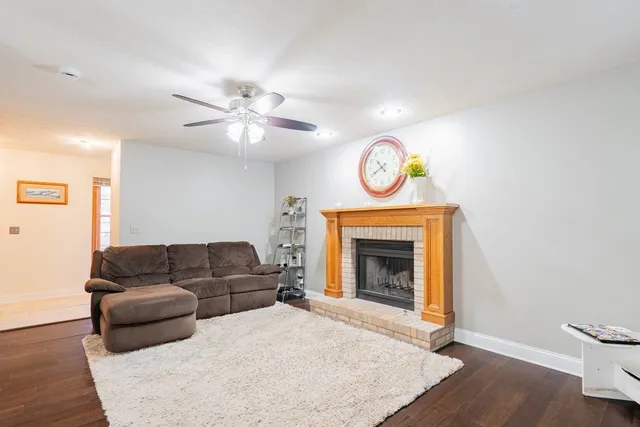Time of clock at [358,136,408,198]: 10:40
